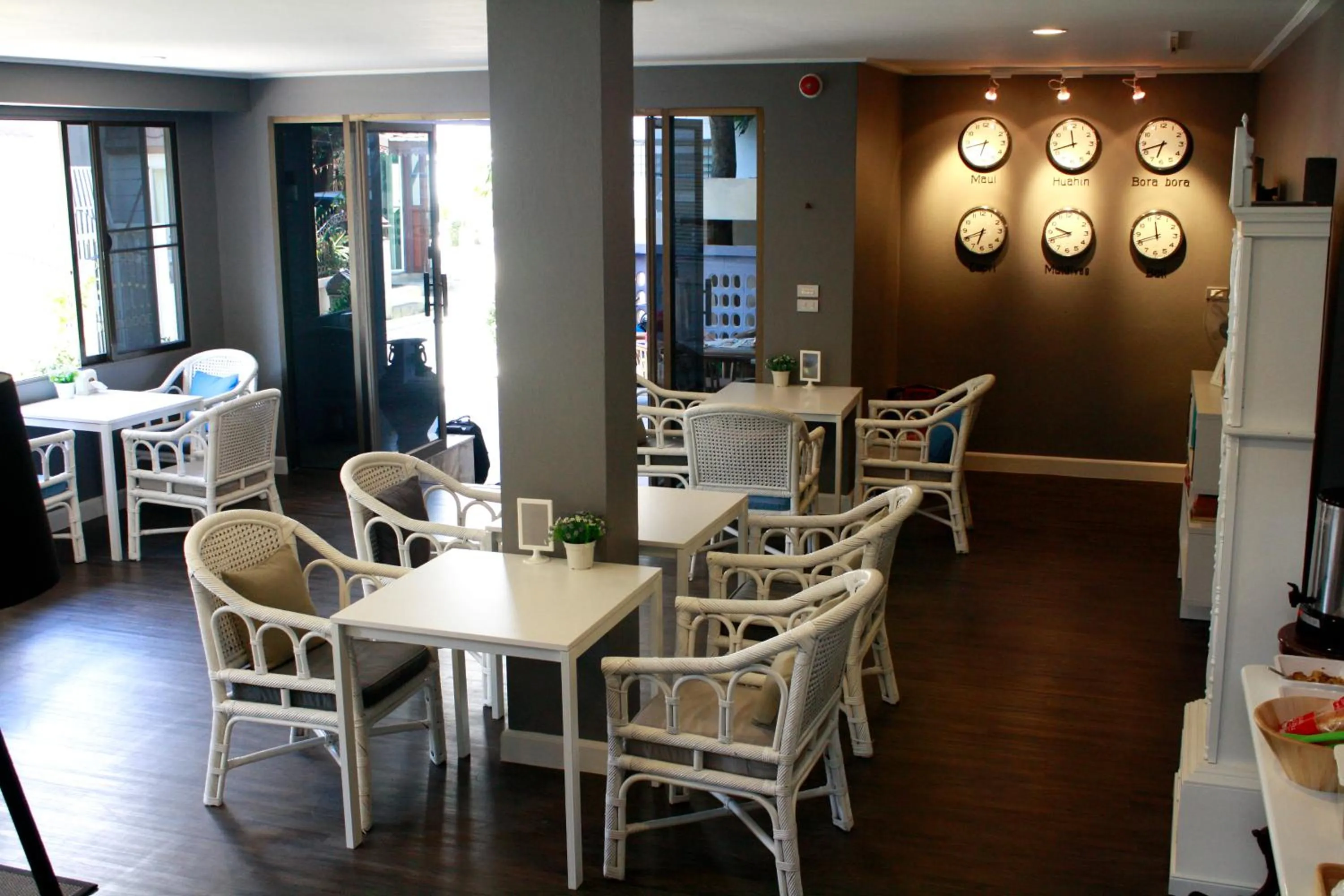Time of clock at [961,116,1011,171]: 6:42
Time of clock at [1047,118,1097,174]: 11:42
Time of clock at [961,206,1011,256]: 6:41
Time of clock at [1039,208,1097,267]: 9:41
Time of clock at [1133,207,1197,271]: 11:41
